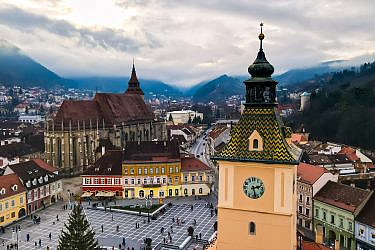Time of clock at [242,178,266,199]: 2:27
